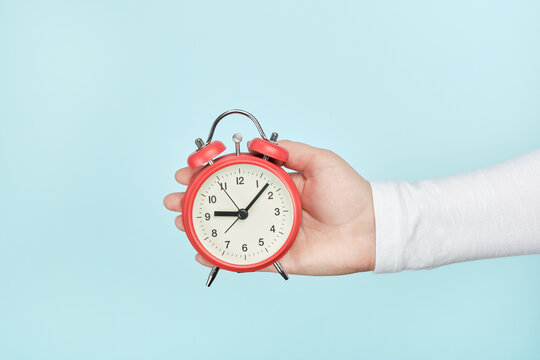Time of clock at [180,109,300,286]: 9:07
